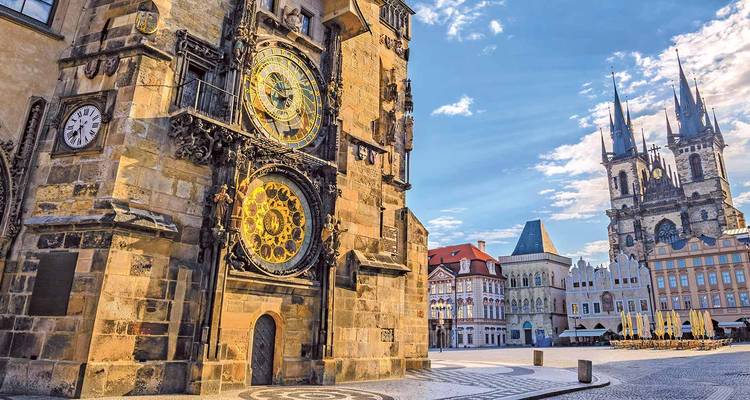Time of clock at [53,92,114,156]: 7:28
